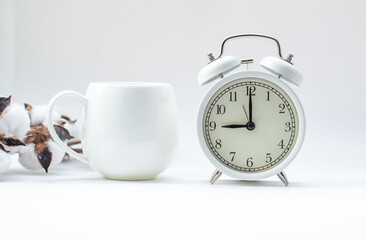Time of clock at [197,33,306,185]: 9:00
